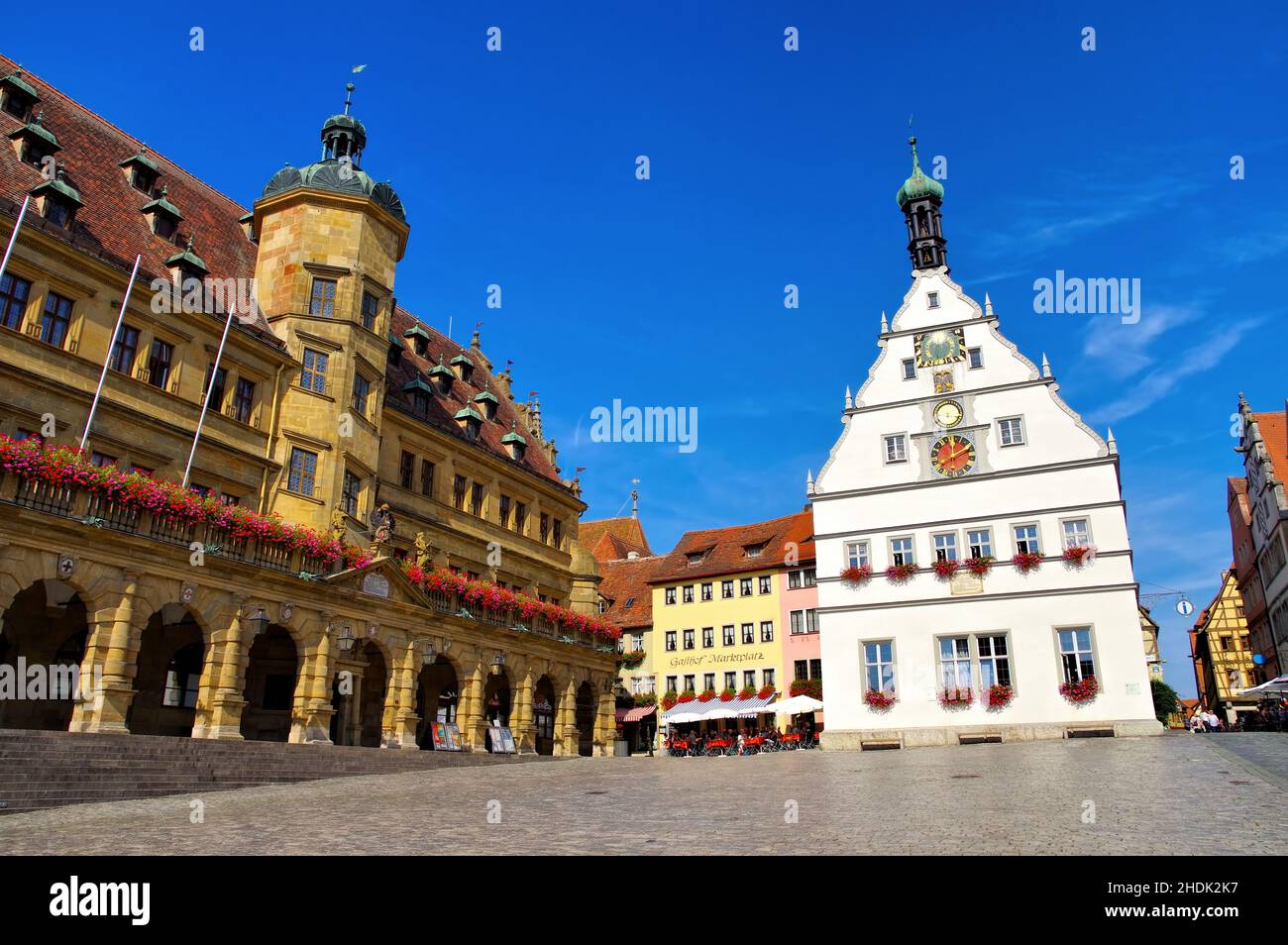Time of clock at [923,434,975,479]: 12:09
